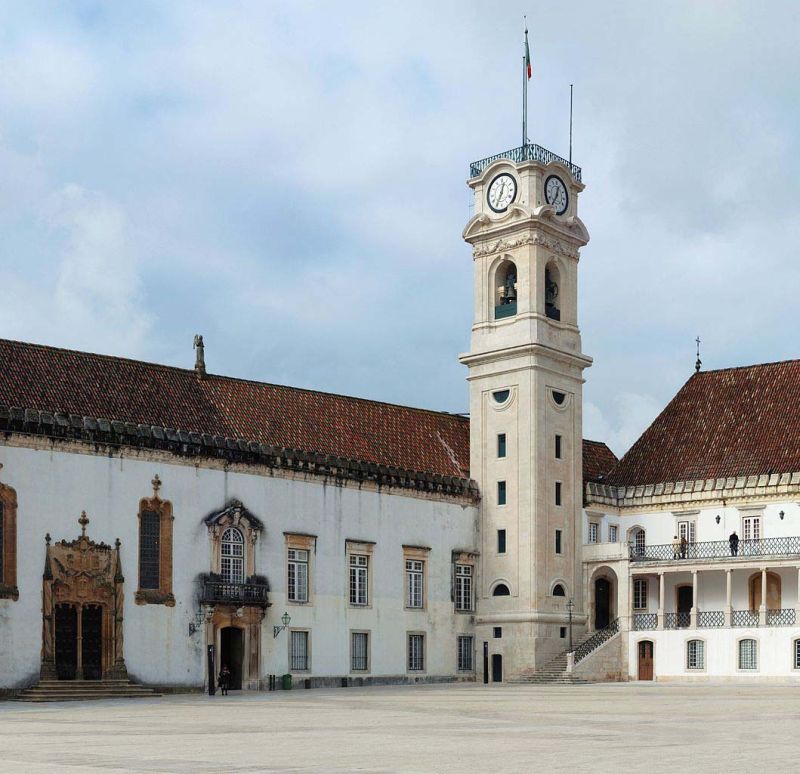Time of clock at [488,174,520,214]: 12:34
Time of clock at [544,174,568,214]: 12:34
